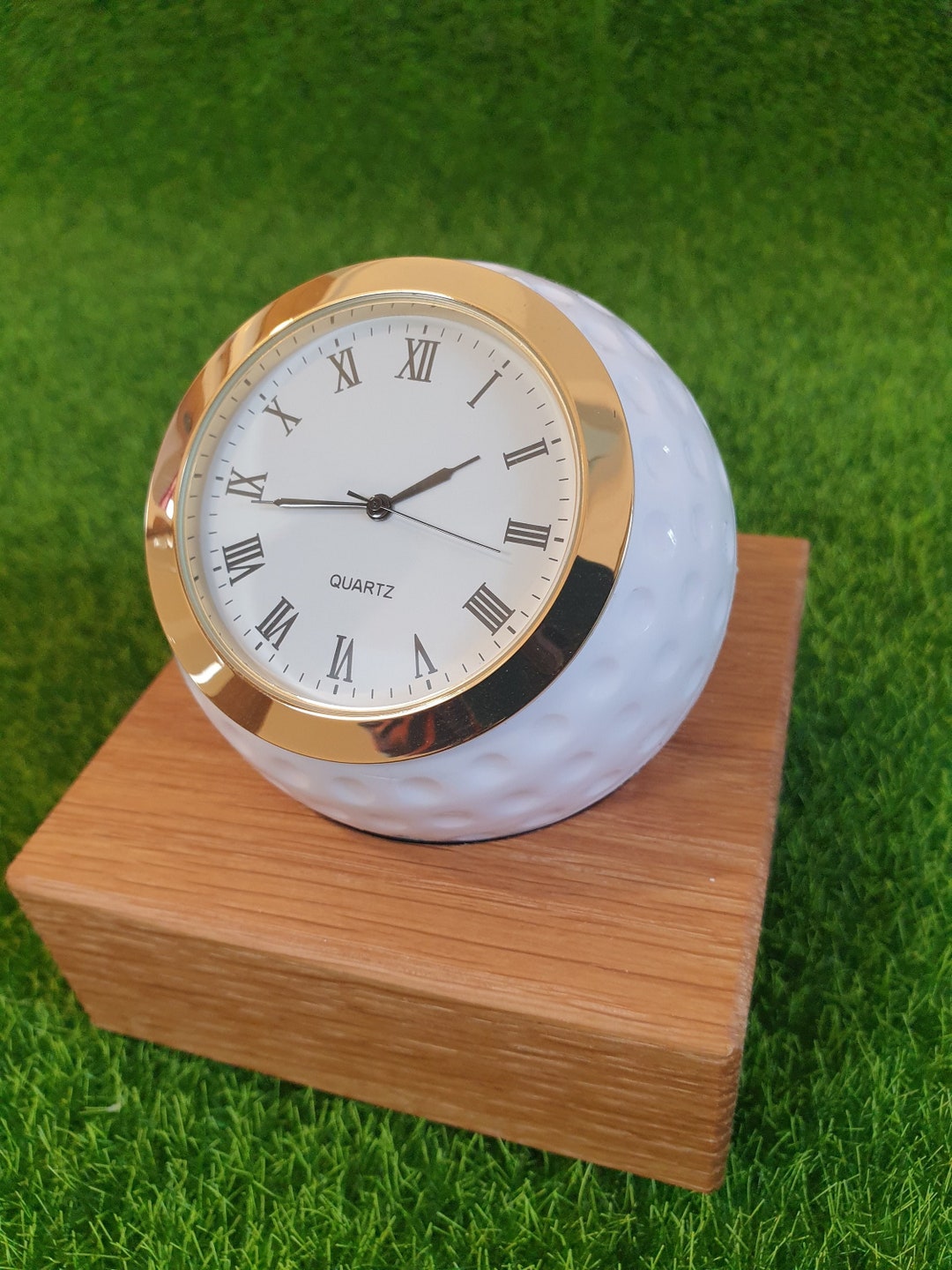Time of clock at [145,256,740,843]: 1:43
